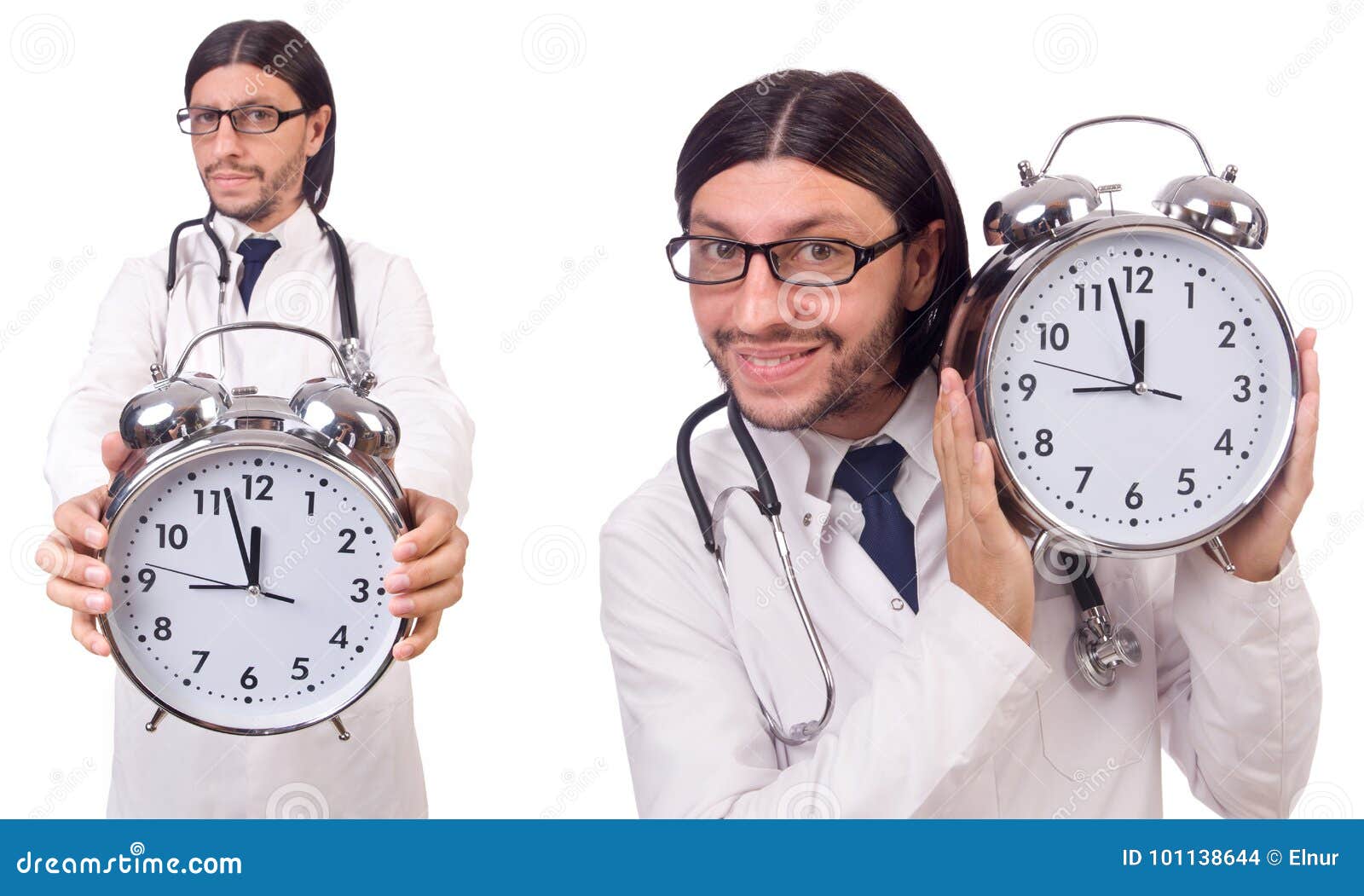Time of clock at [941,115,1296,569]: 8:57
